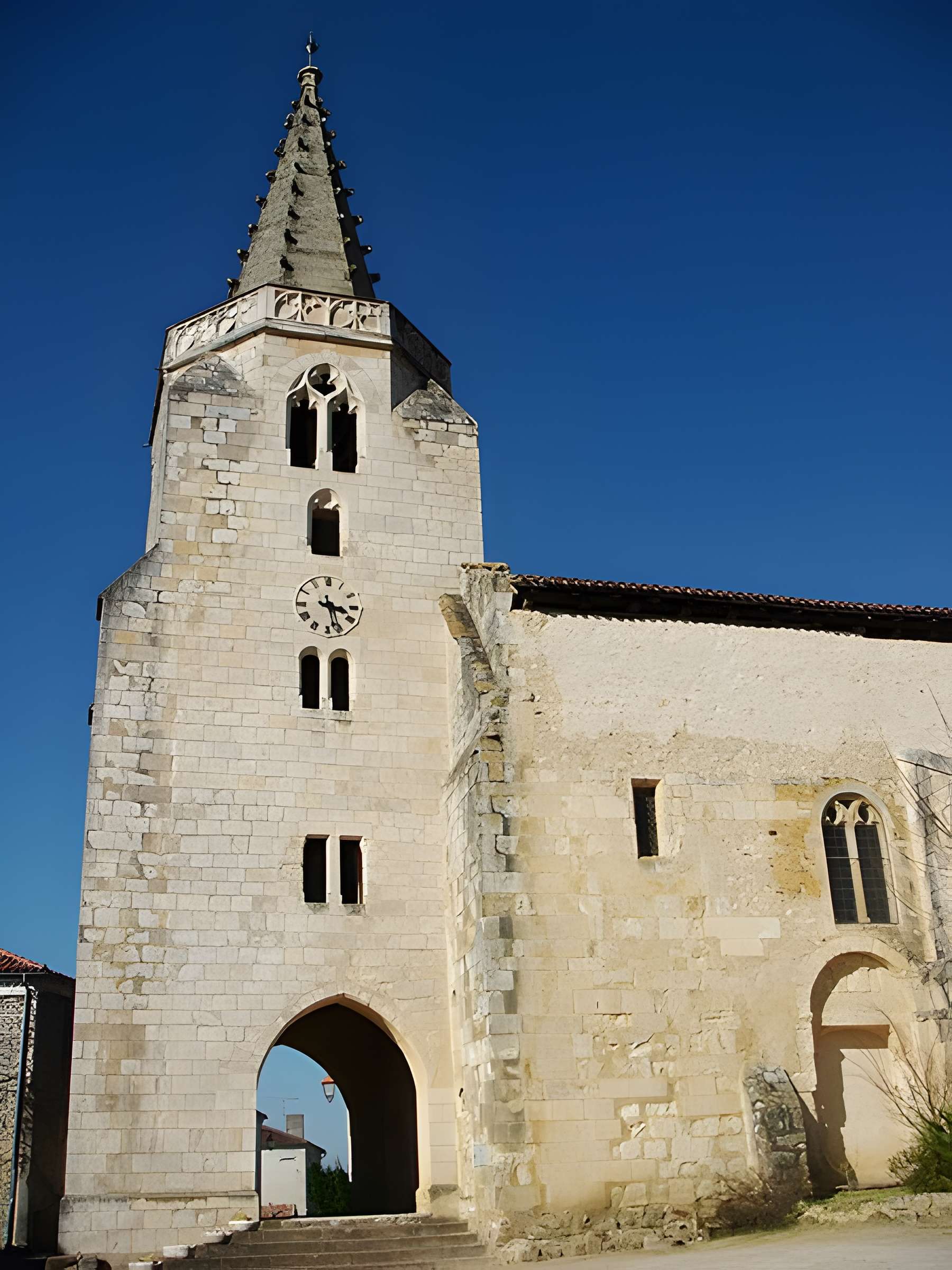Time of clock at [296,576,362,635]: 3:27
